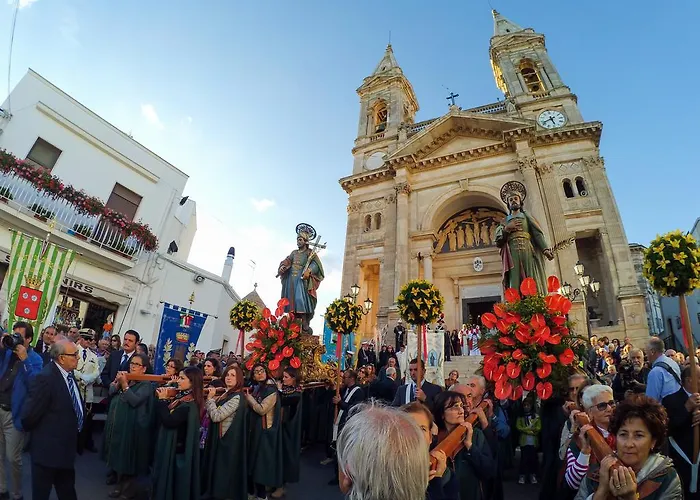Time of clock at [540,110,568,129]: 5:40
